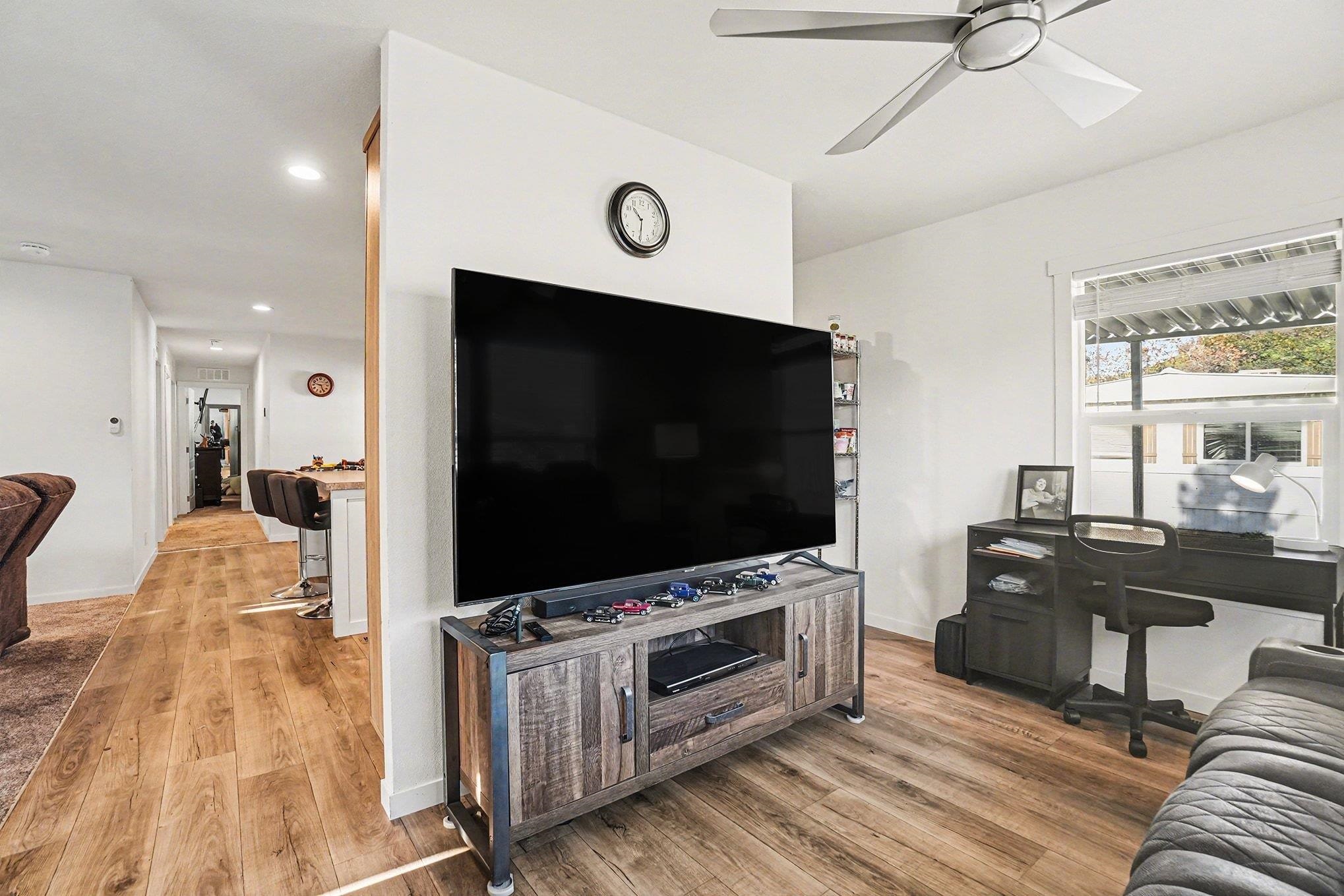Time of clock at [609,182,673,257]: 10:30
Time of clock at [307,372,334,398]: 9:26
